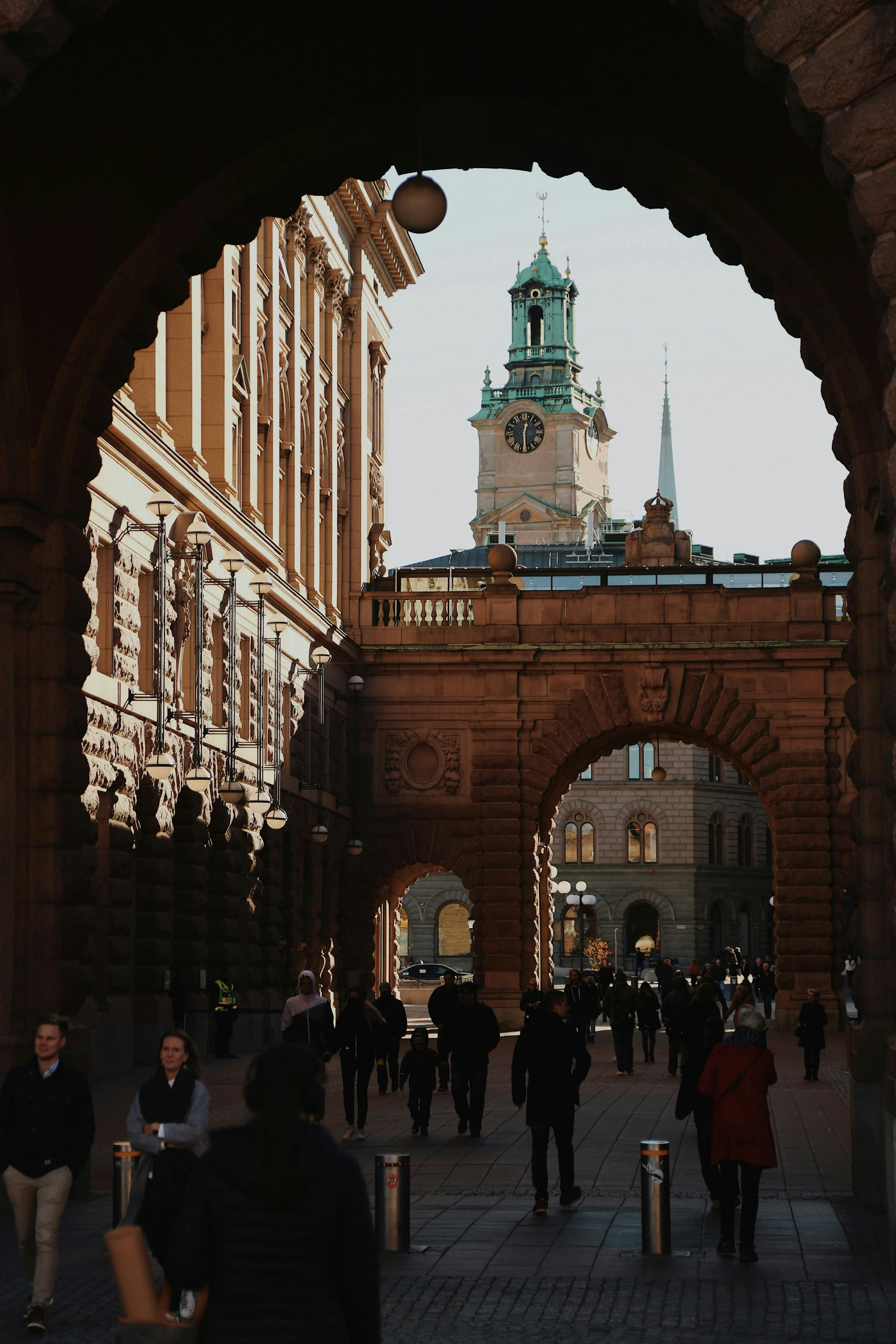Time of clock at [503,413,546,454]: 12:29
